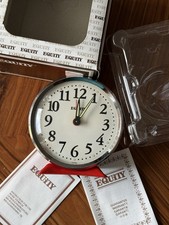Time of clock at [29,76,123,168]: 12:05
